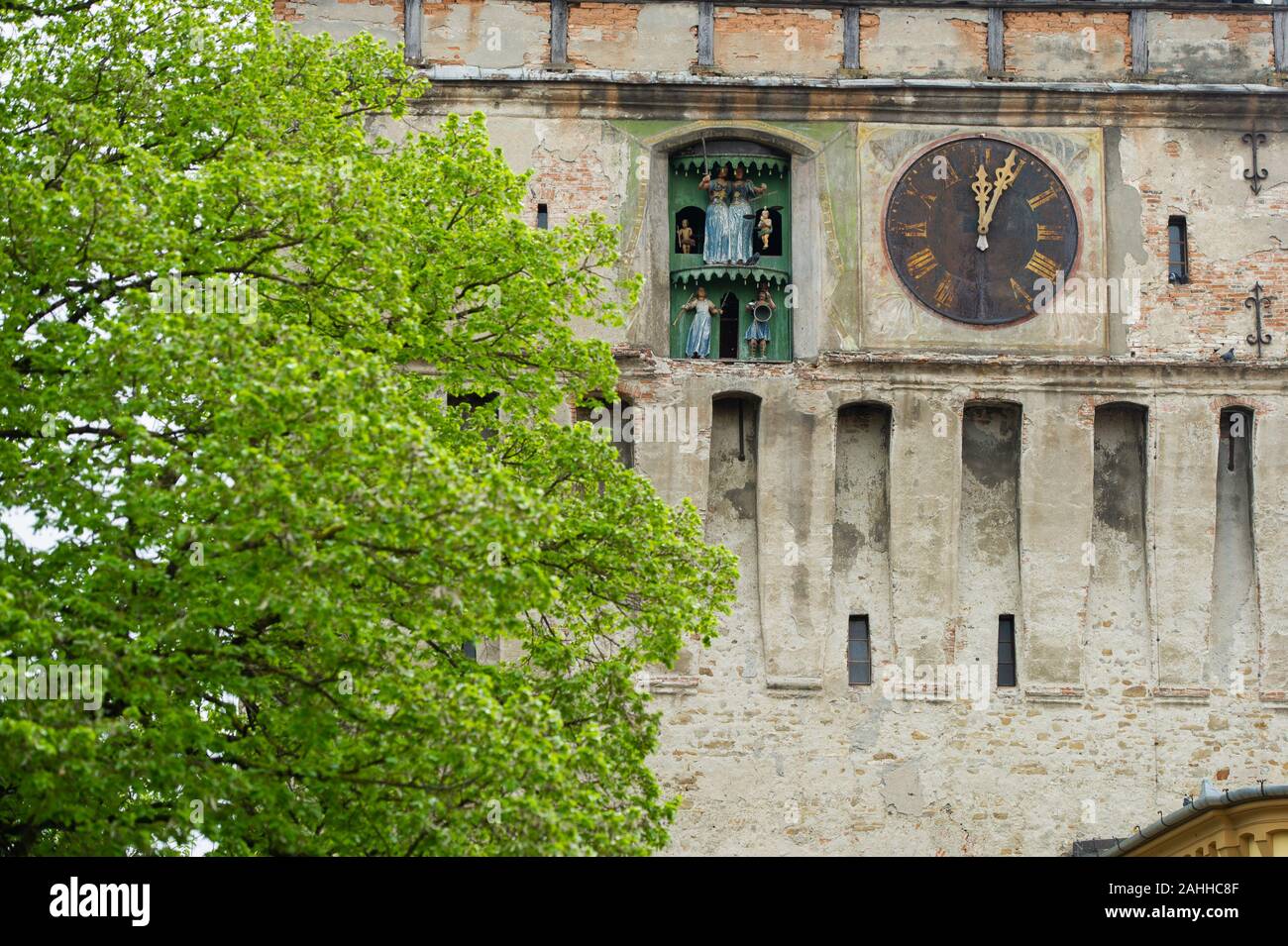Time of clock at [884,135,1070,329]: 12:03
